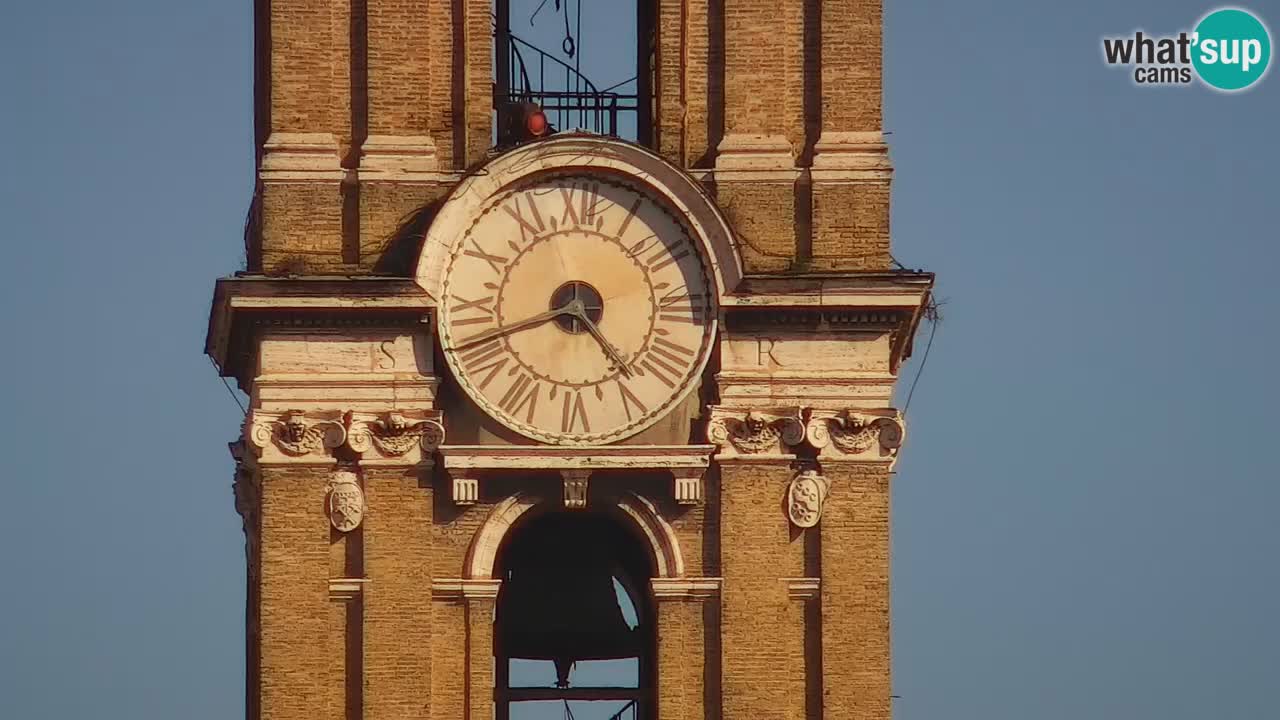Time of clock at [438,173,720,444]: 4:41
